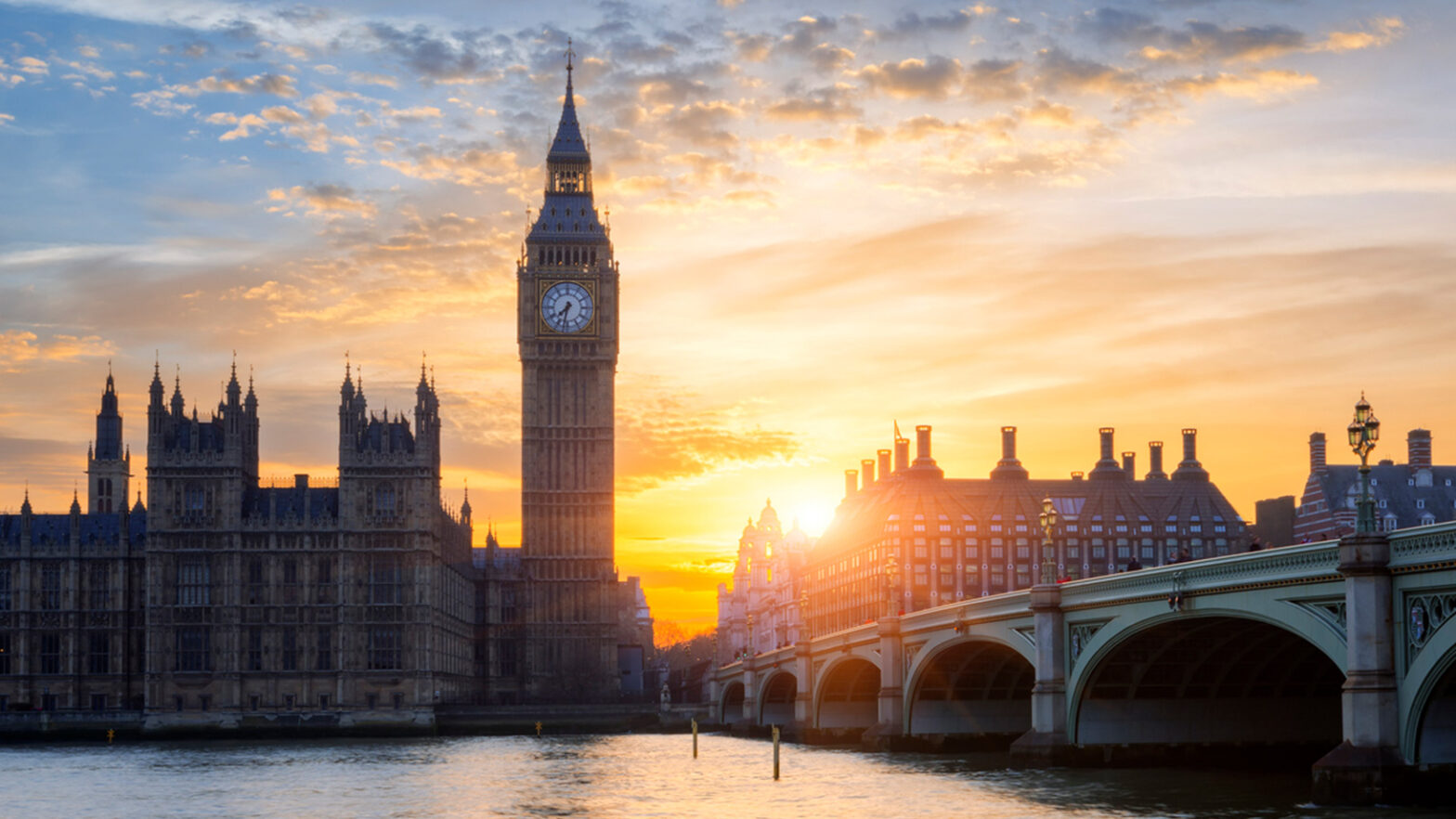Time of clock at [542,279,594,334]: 7:32
